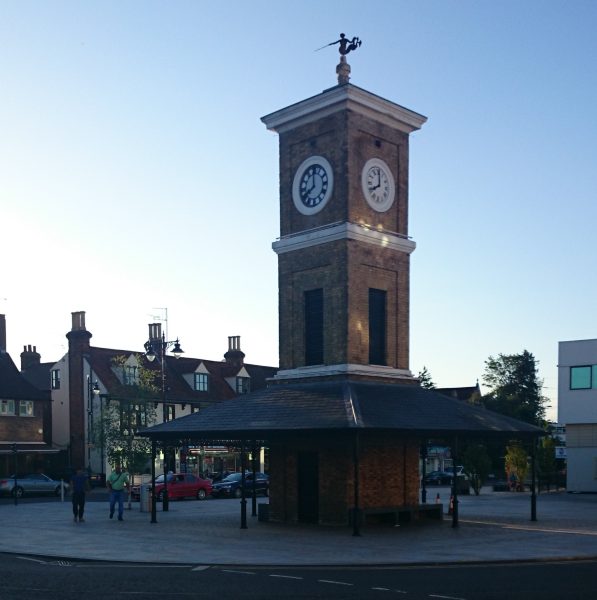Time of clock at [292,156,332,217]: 7:59
